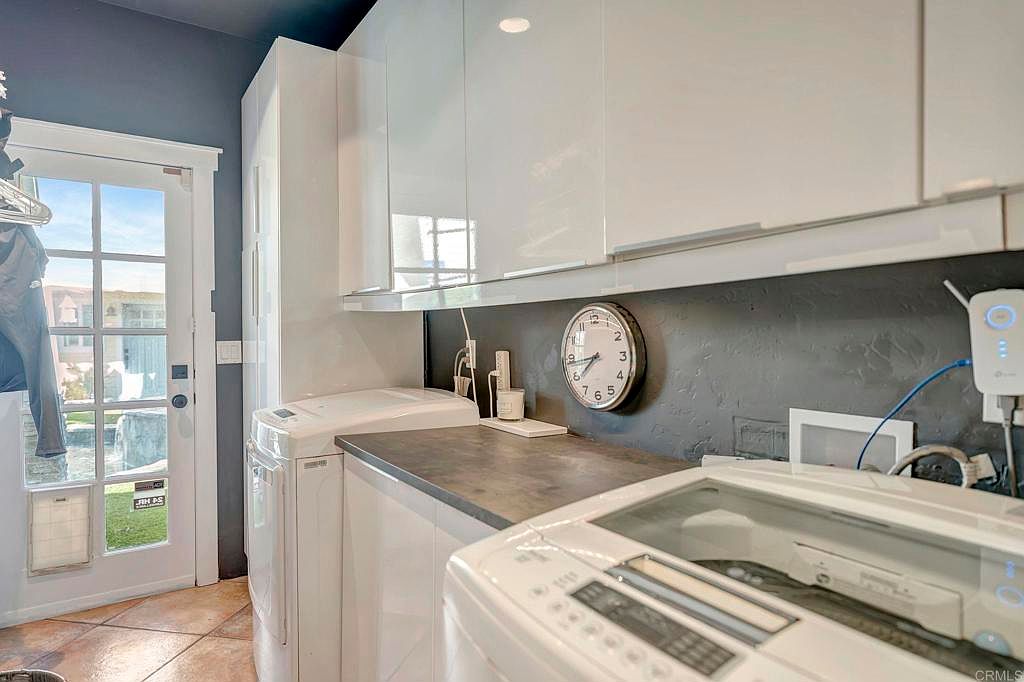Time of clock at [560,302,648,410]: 7:43
